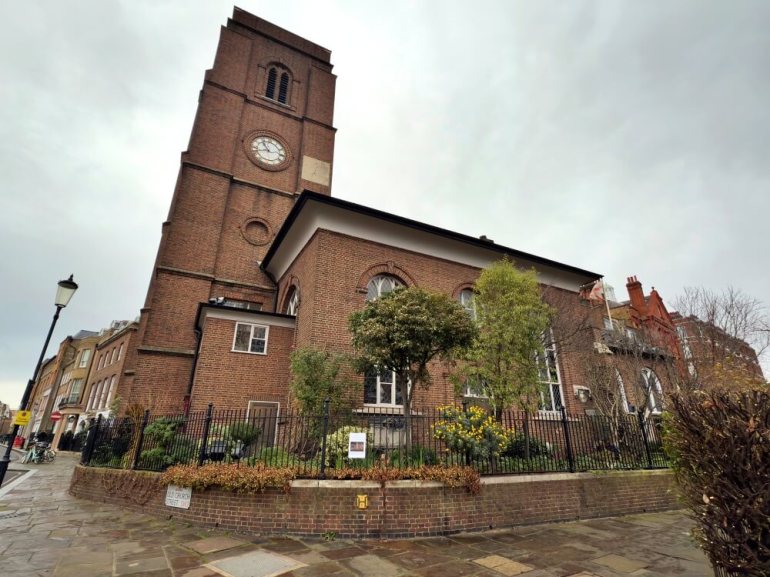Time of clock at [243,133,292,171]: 10:42
